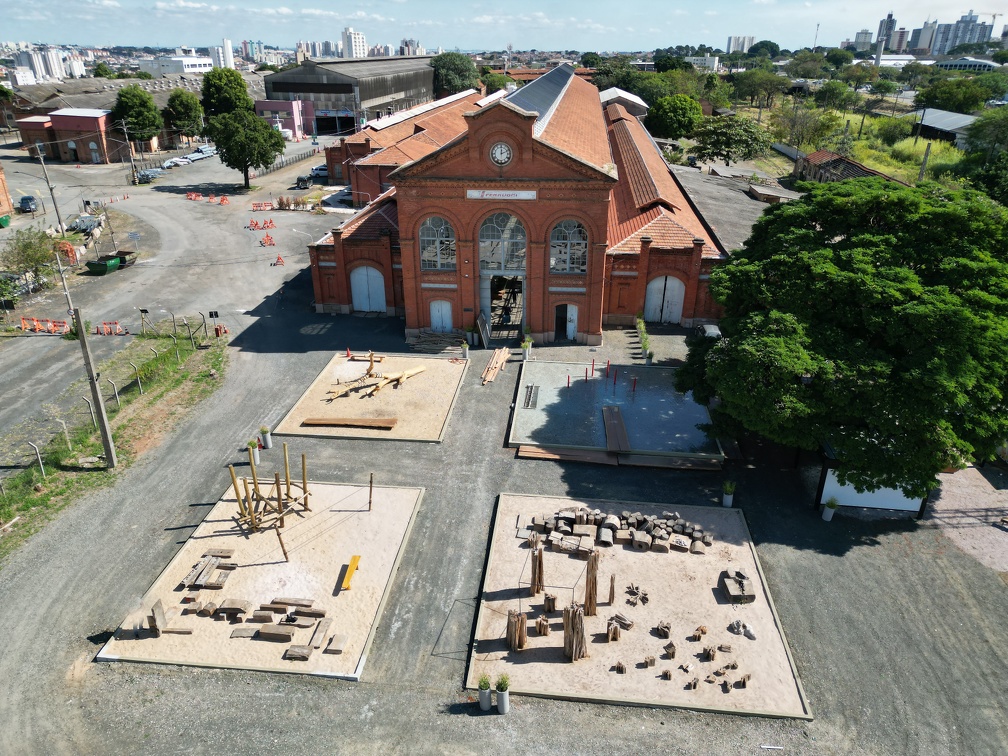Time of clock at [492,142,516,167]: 12:11
